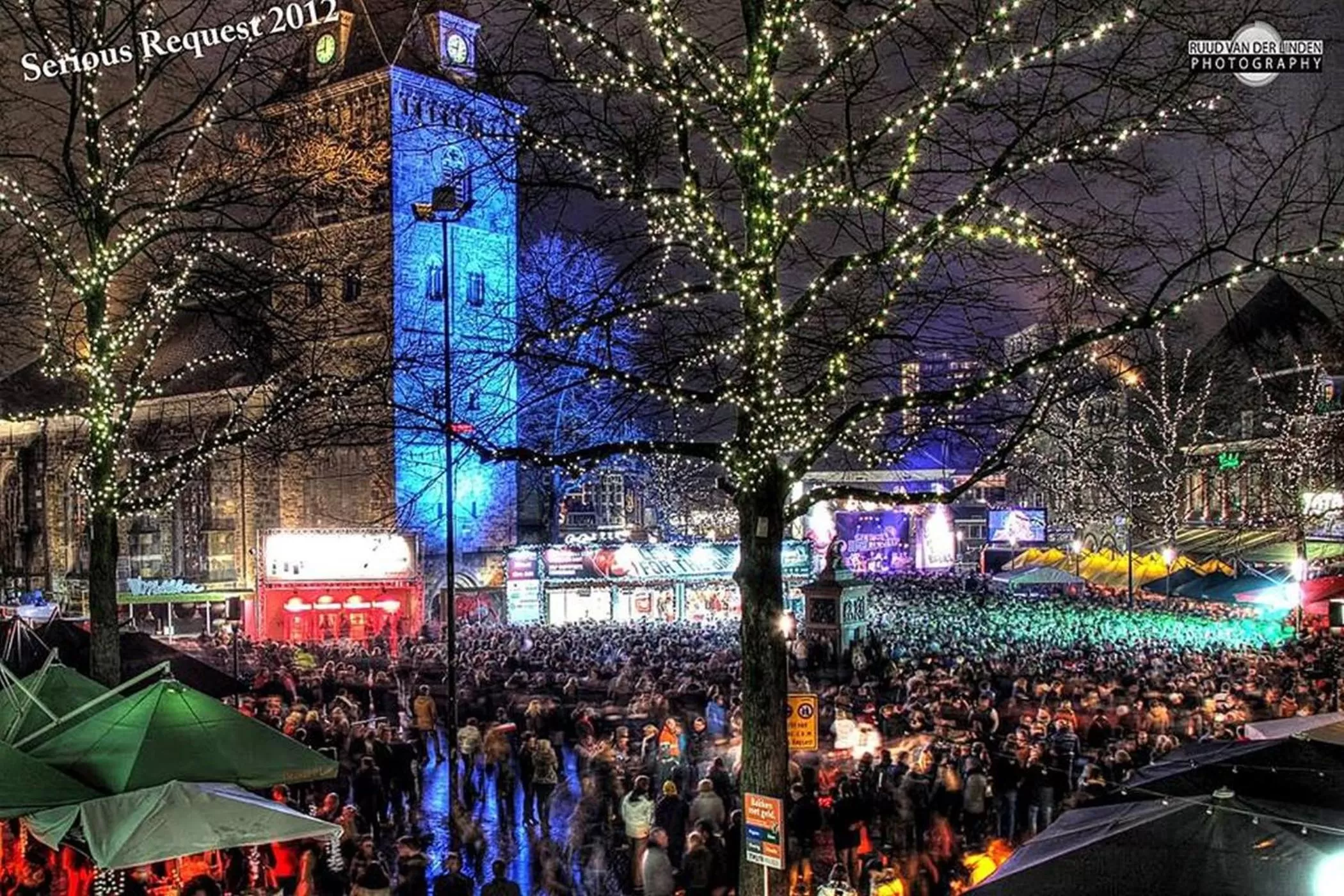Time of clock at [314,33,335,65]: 9:01
